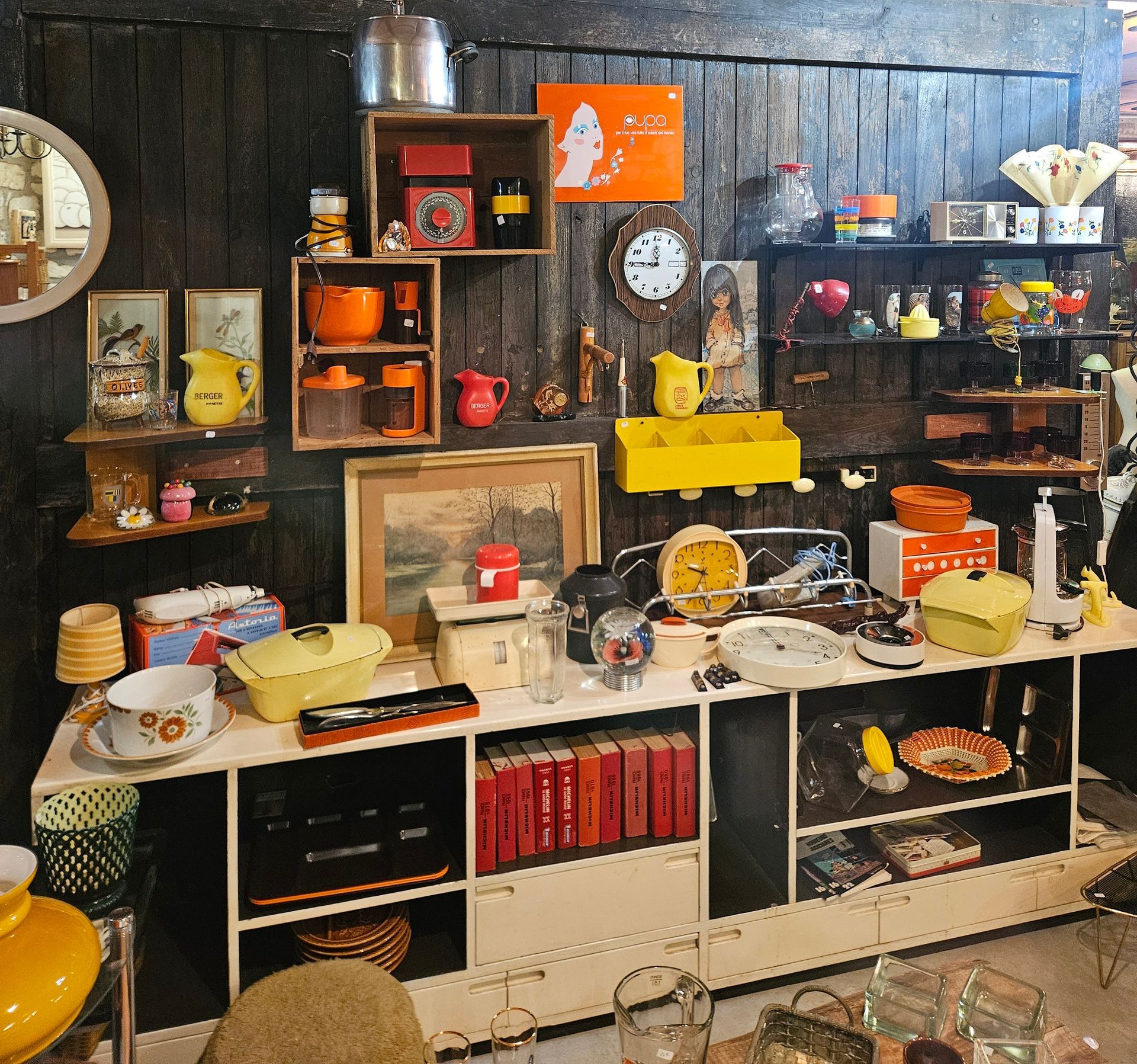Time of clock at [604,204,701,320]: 8:59
